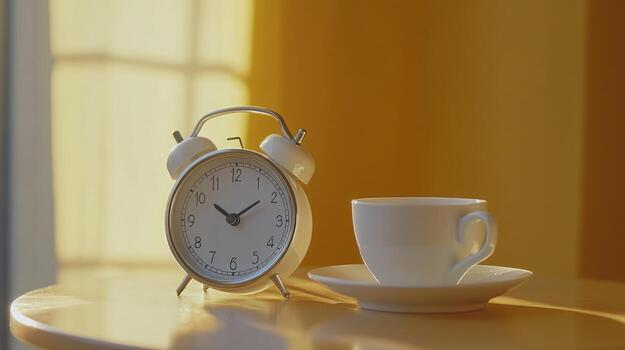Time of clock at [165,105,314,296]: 10:09
